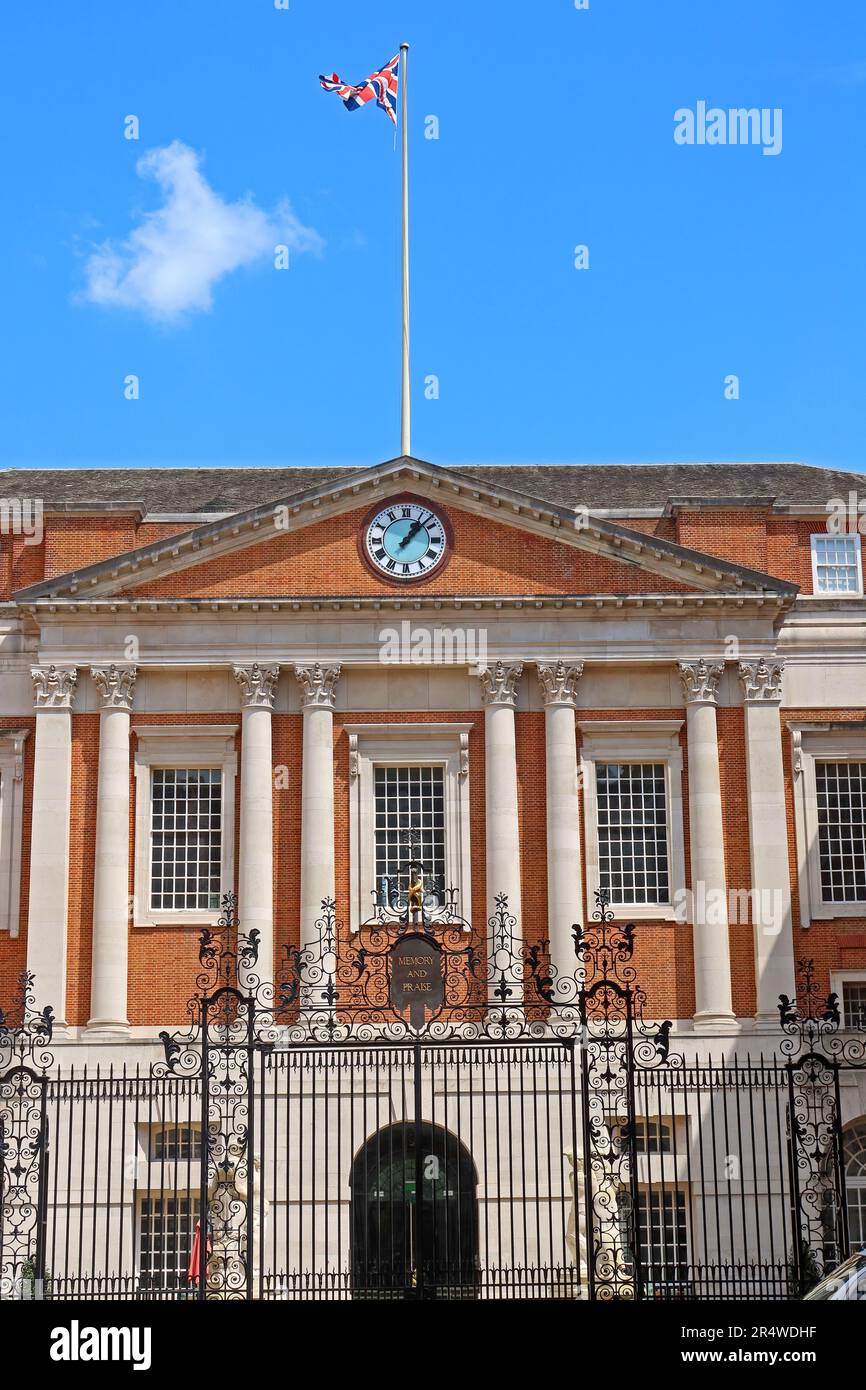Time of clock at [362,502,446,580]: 1:07
